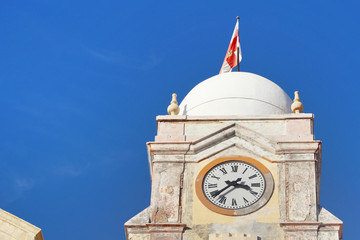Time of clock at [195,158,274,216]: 3:38
